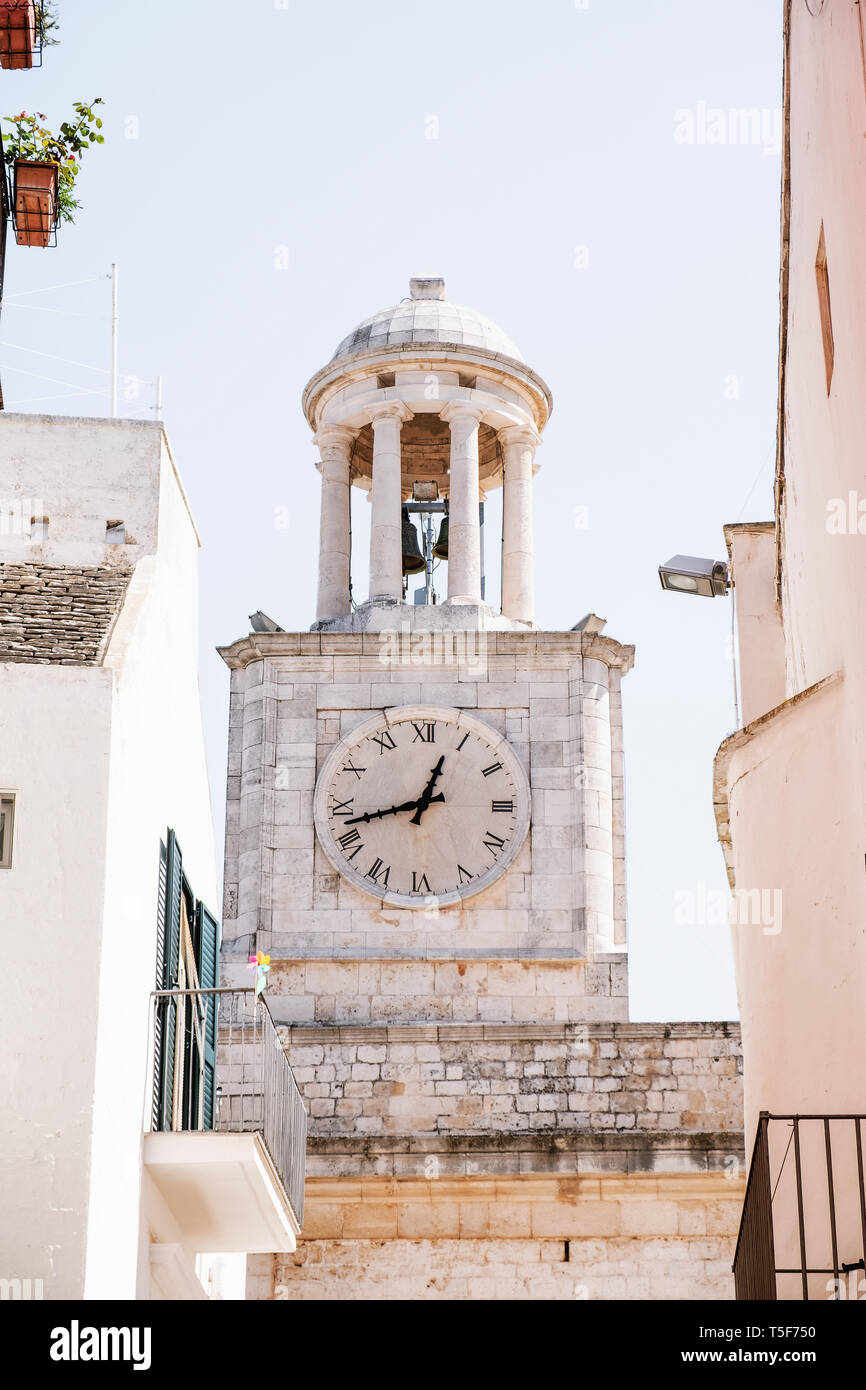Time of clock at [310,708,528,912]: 12:42
